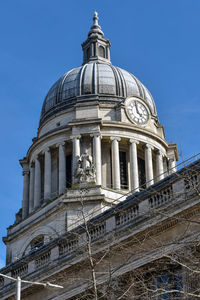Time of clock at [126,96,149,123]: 3:58
